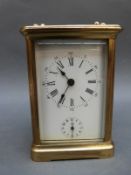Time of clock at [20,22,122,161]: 10:36
